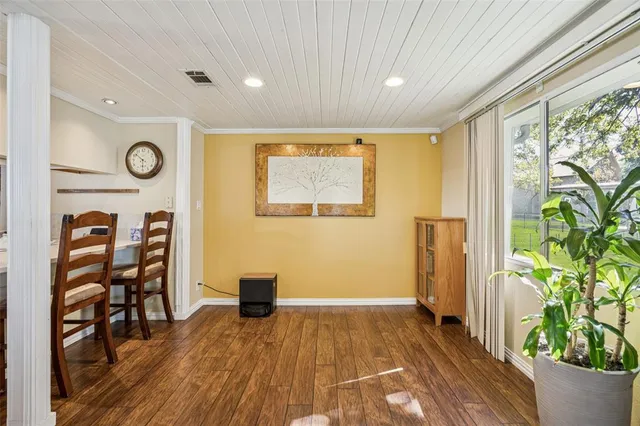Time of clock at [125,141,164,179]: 10:30
